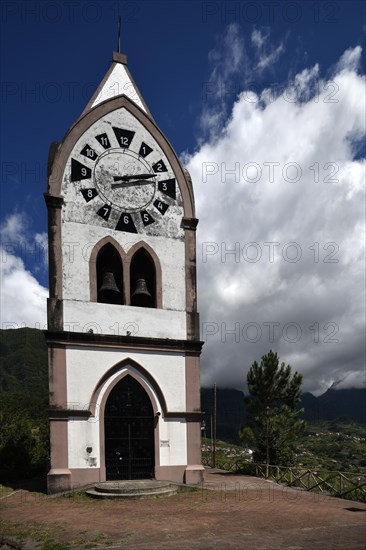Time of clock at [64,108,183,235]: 2:12
